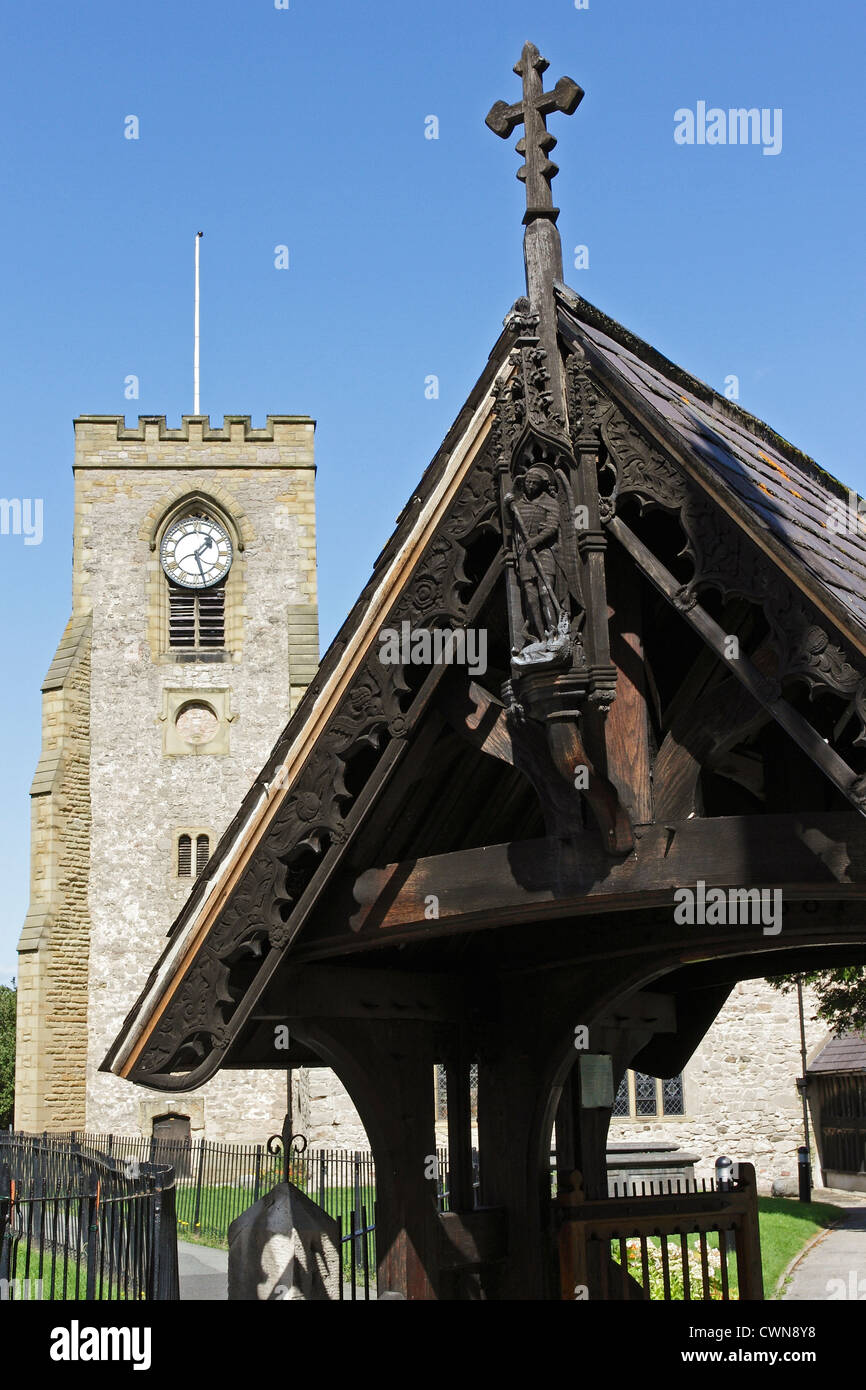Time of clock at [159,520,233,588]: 1:26
